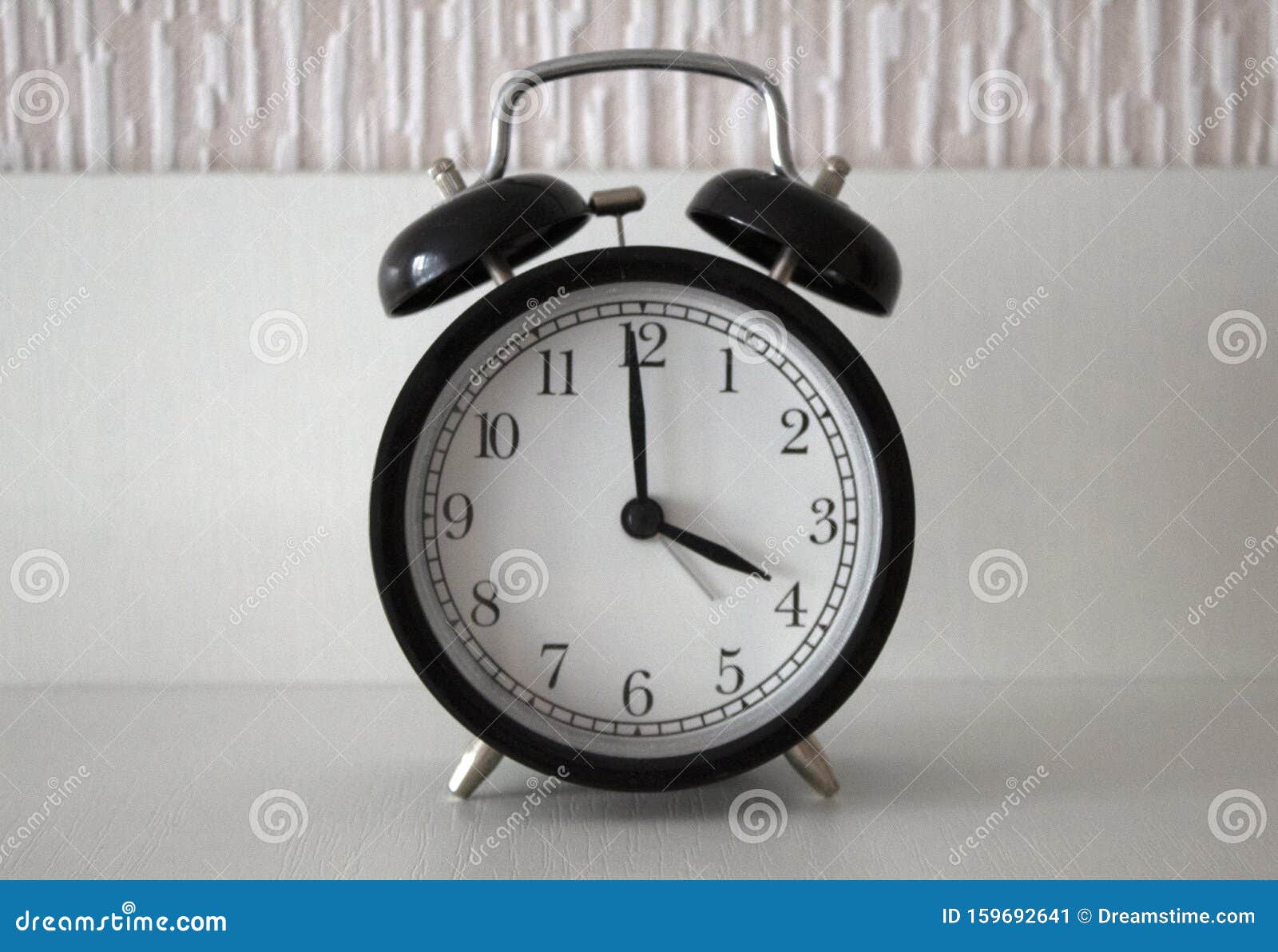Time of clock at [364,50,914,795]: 3:59
